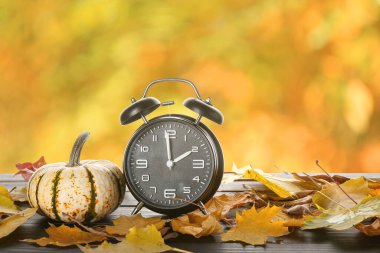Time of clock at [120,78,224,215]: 1:59
